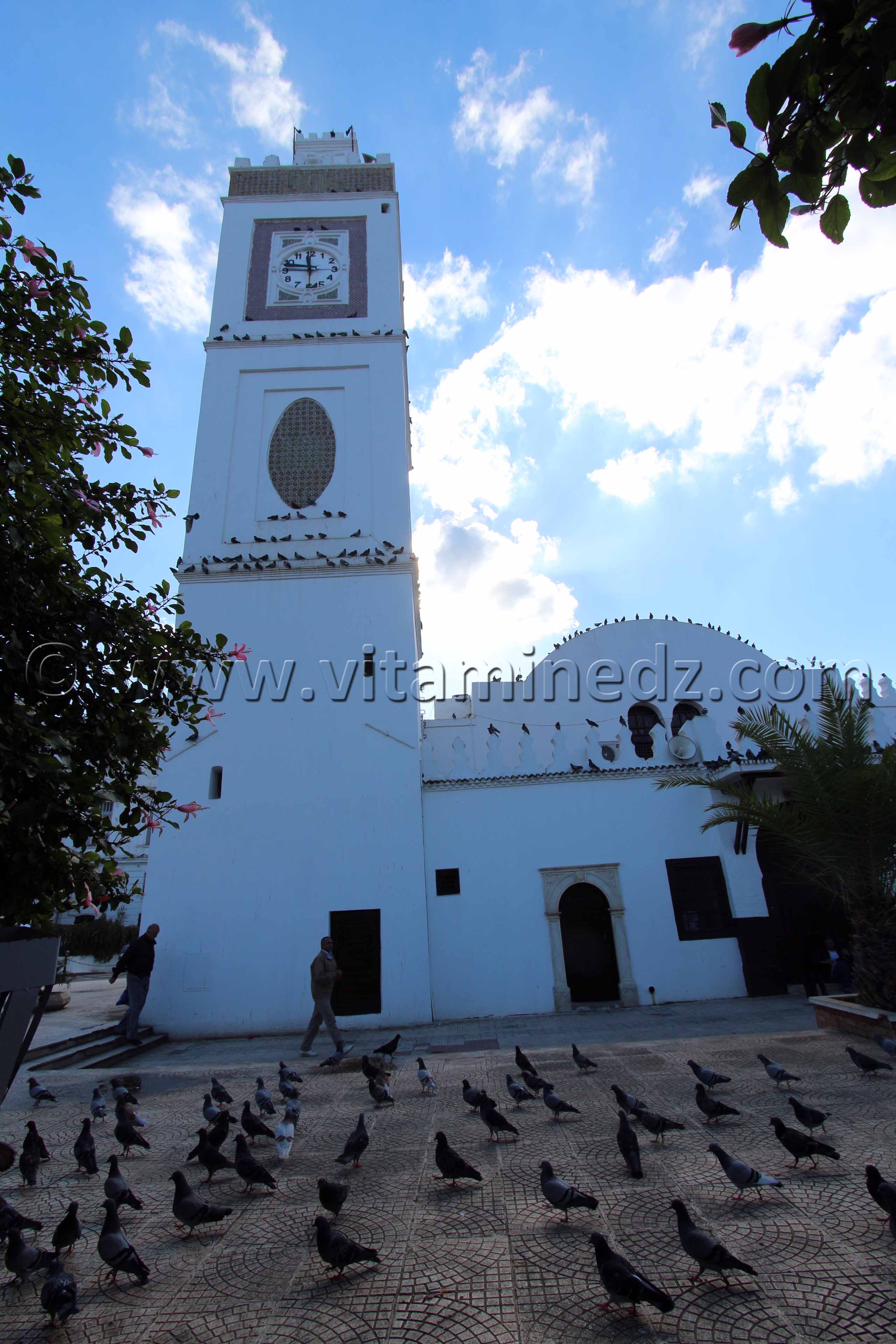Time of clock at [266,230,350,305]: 11:46
